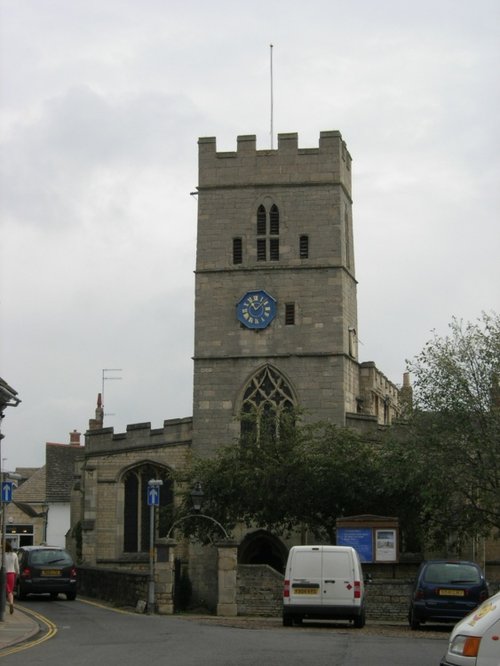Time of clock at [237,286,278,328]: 11:07
